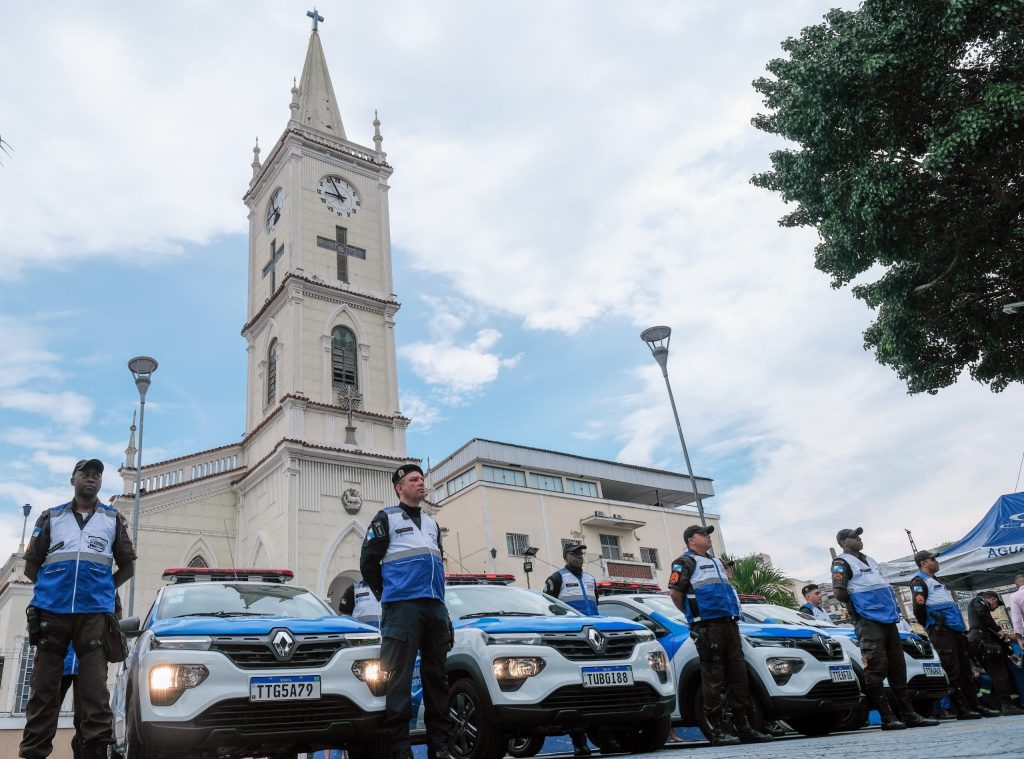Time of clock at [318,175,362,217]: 8:56
